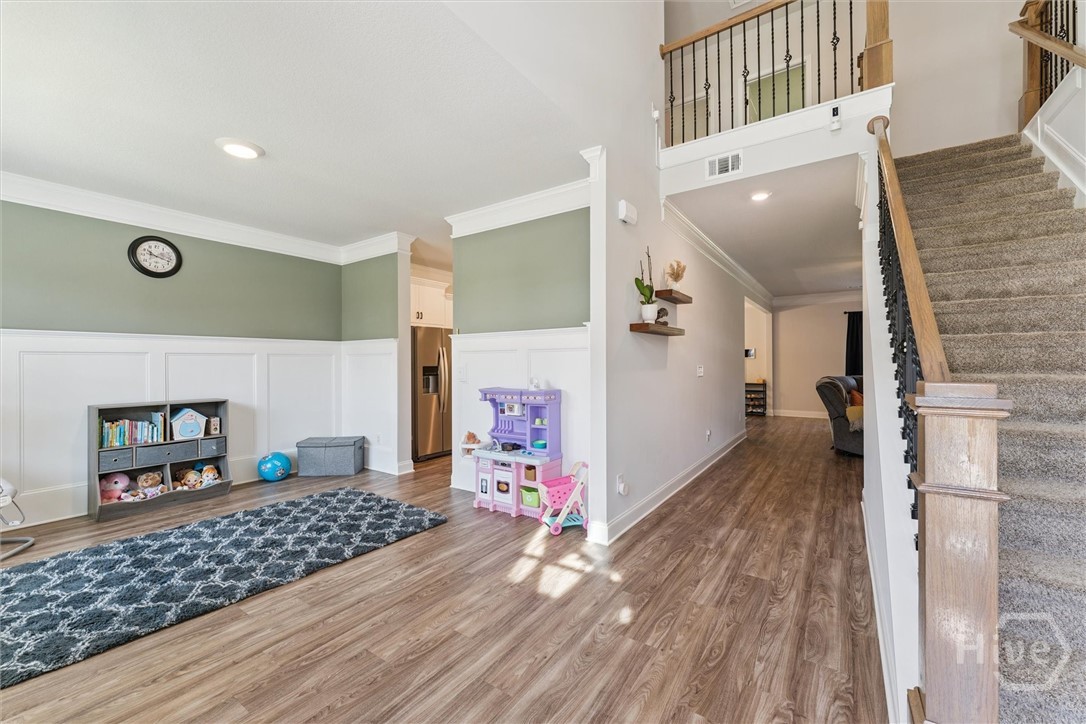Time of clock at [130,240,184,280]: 10:17
